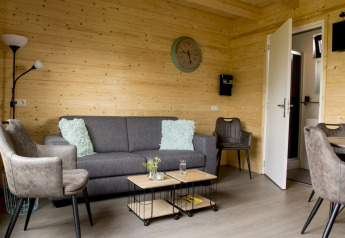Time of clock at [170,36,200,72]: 9:27
